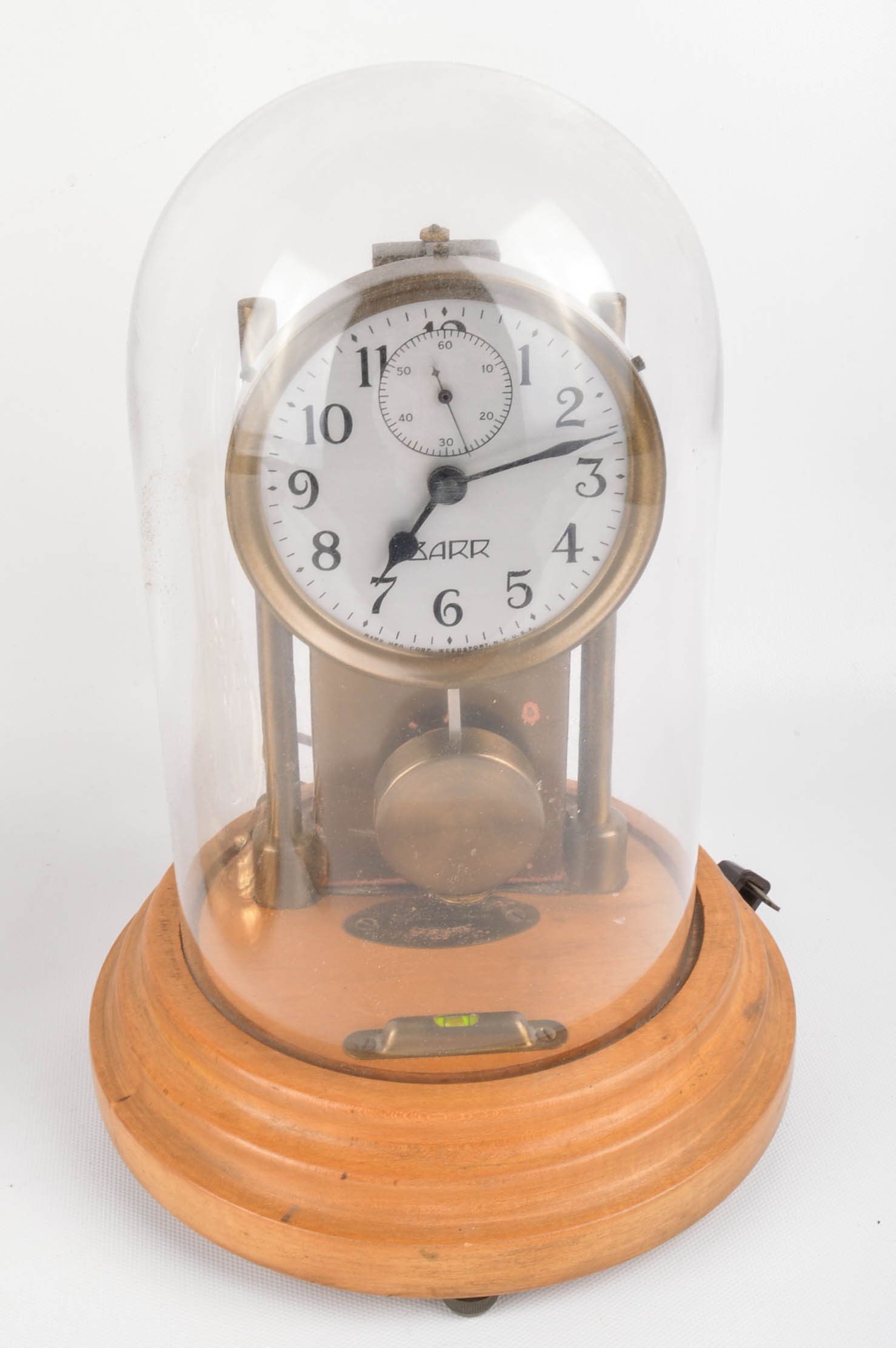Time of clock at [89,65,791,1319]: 7:12
